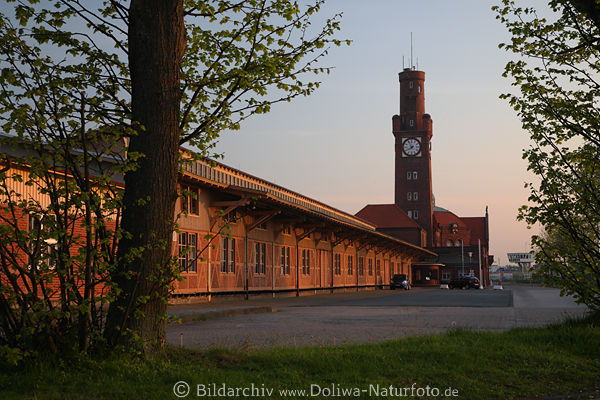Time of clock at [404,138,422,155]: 7:55
